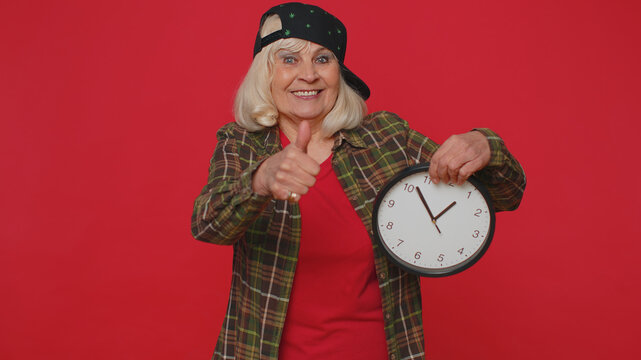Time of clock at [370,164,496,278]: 1:56
